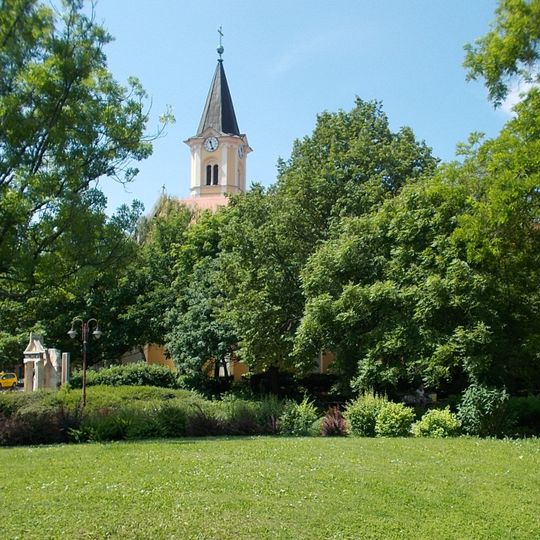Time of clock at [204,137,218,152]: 11:26
